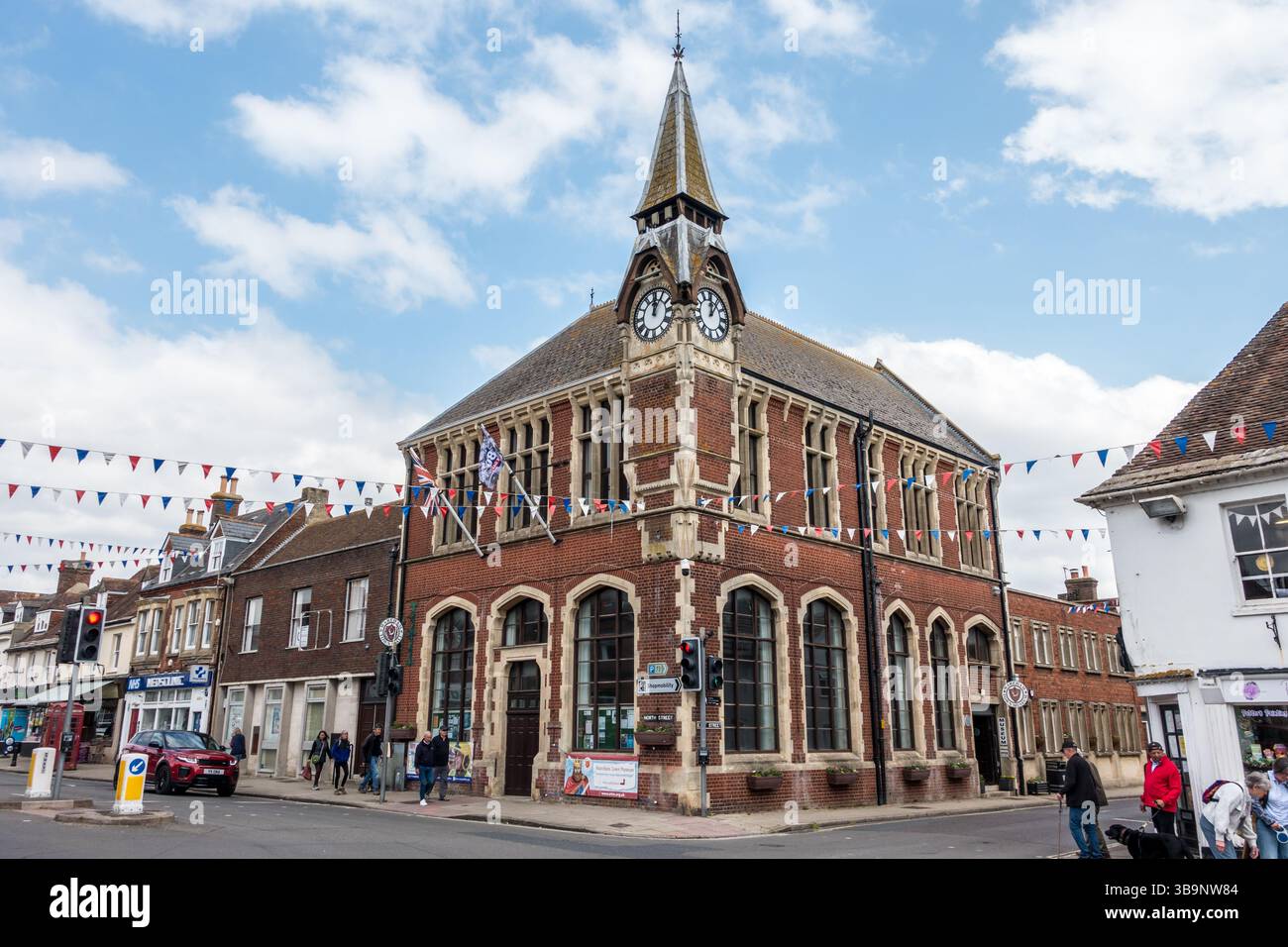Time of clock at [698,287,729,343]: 12:06
